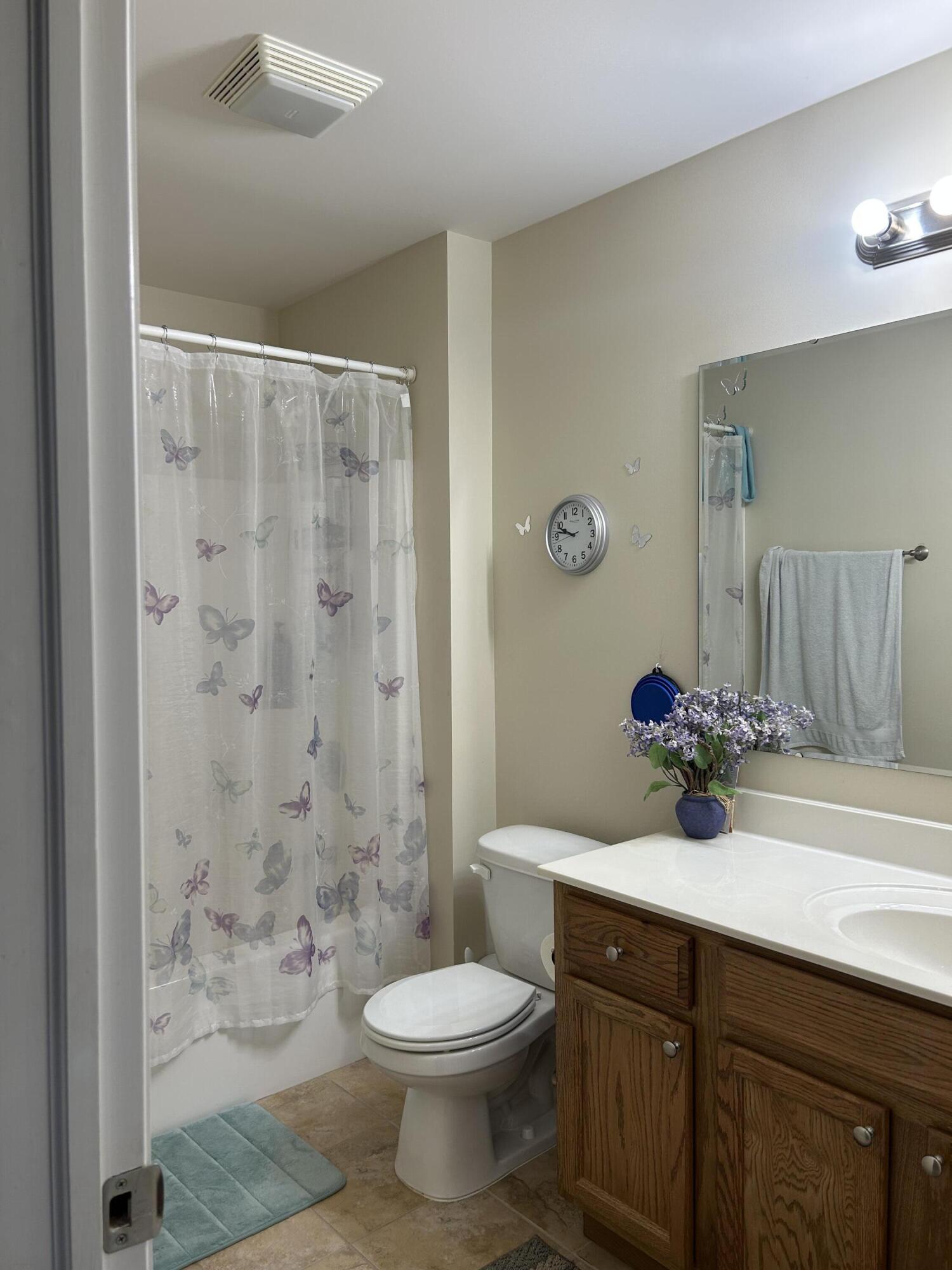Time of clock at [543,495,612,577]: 9:47
